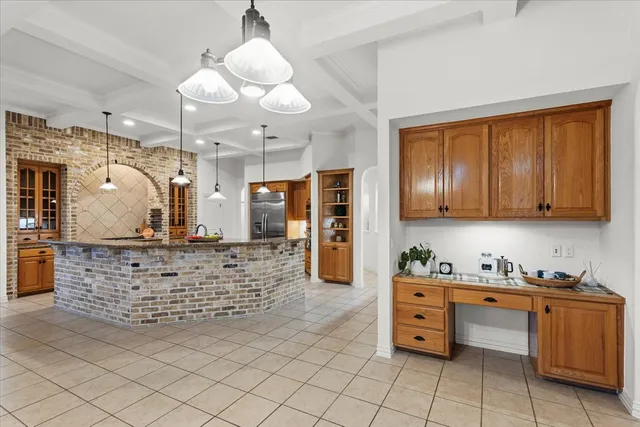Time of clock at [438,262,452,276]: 7:00
